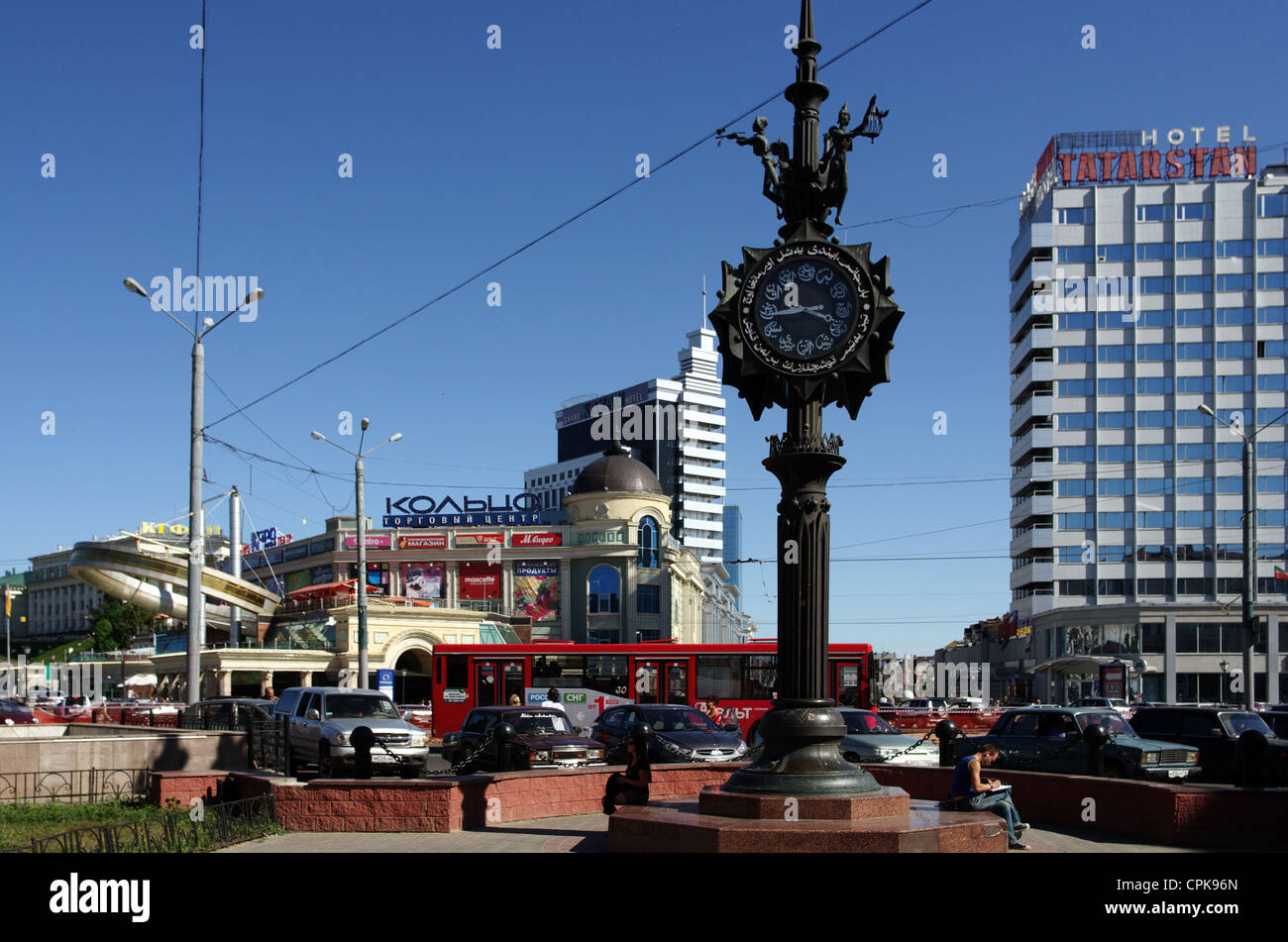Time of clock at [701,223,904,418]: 3:43
